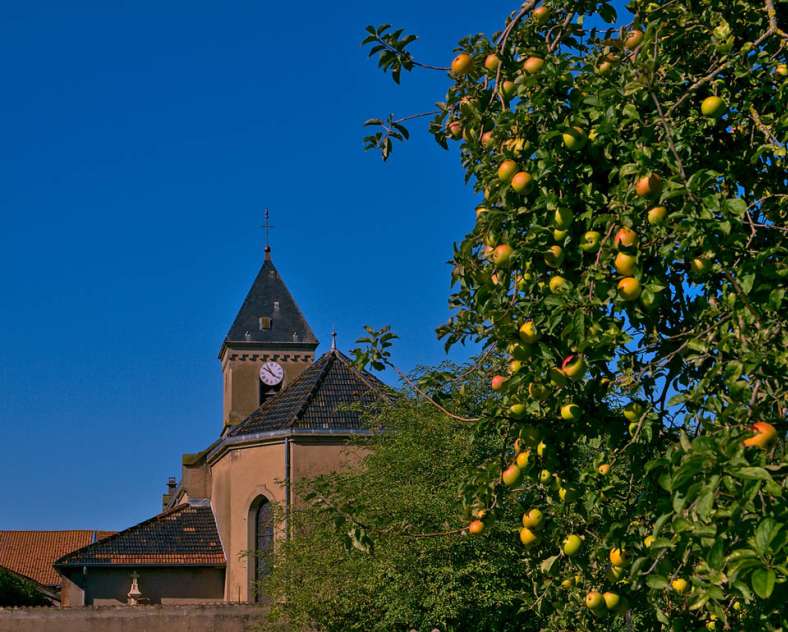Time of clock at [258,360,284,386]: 10:50
